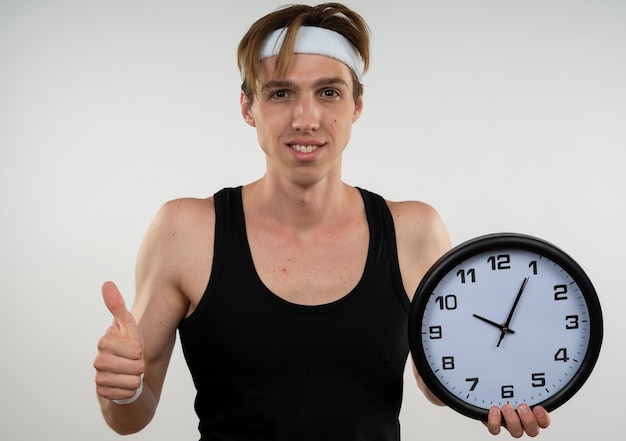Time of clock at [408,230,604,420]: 10:04
